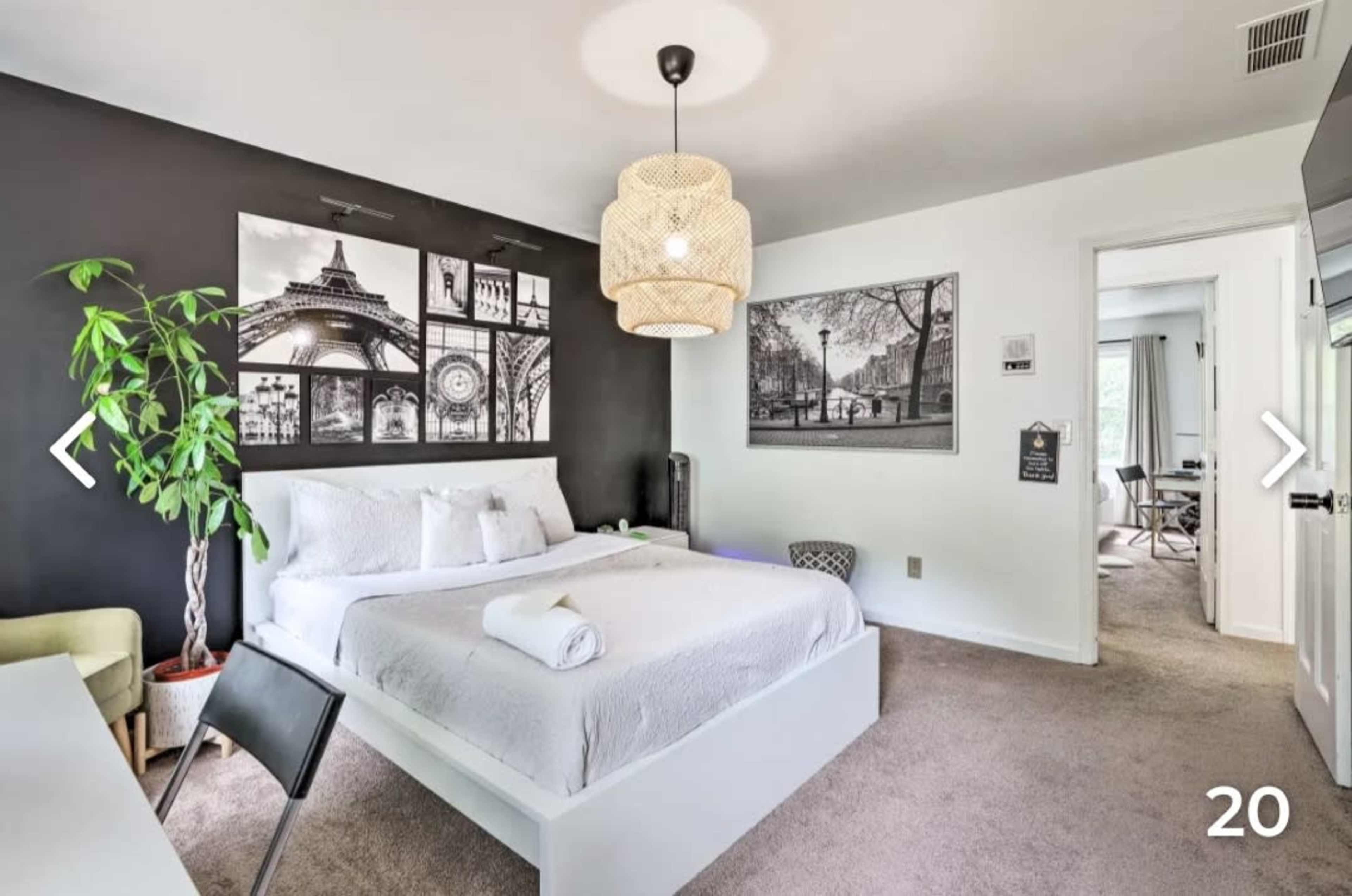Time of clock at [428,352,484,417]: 12:12
